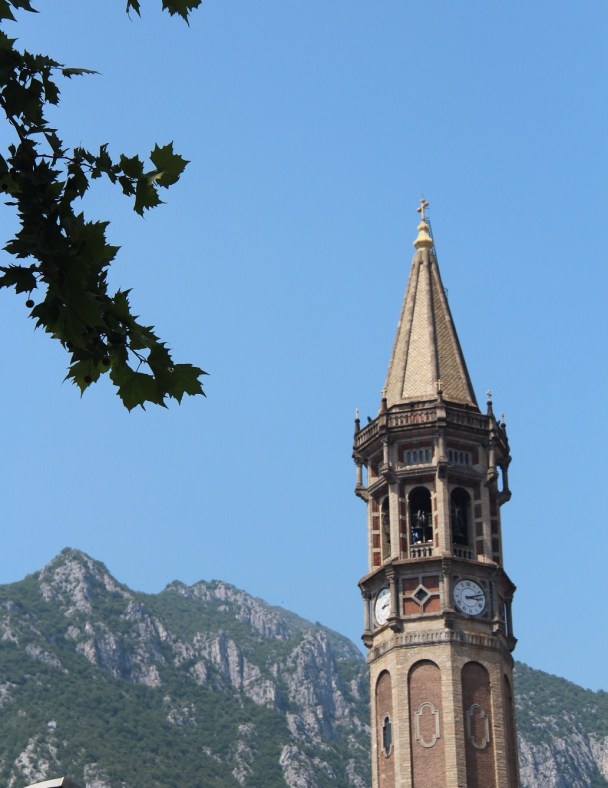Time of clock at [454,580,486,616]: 3:12
